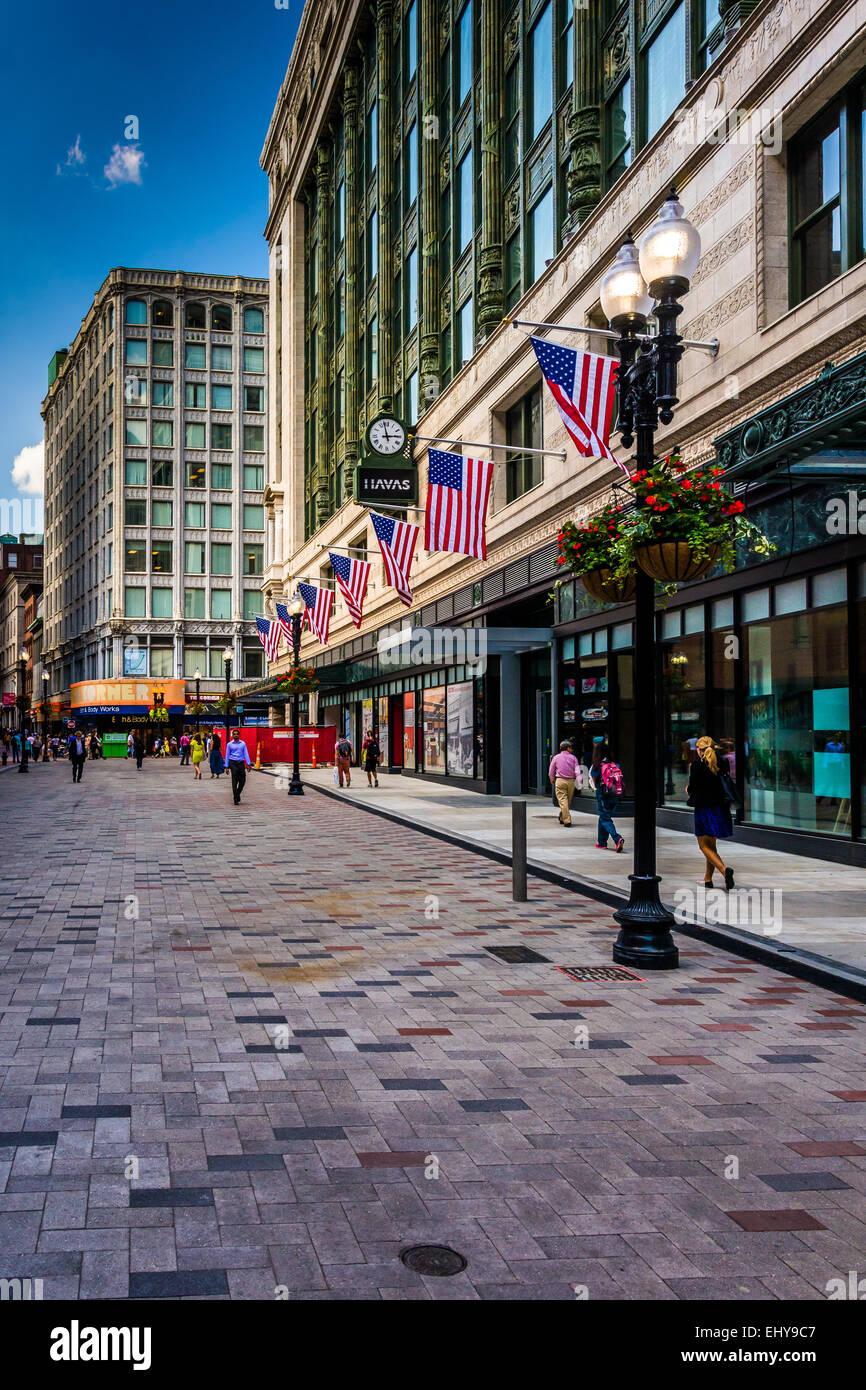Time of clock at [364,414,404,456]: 2:58
